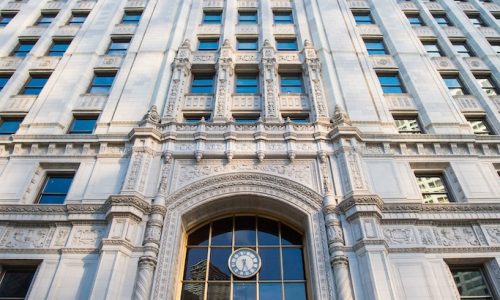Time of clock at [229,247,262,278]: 6:25
